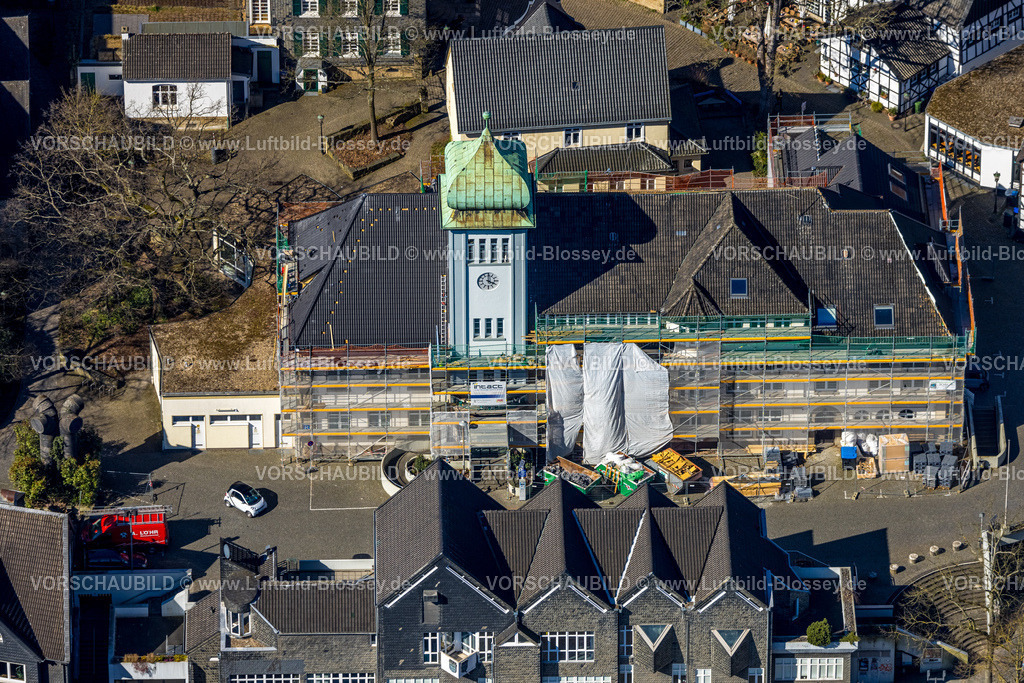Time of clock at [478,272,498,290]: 4:00
